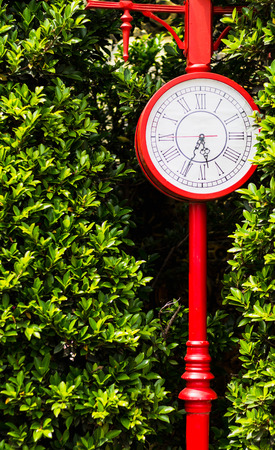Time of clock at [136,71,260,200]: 5:33
